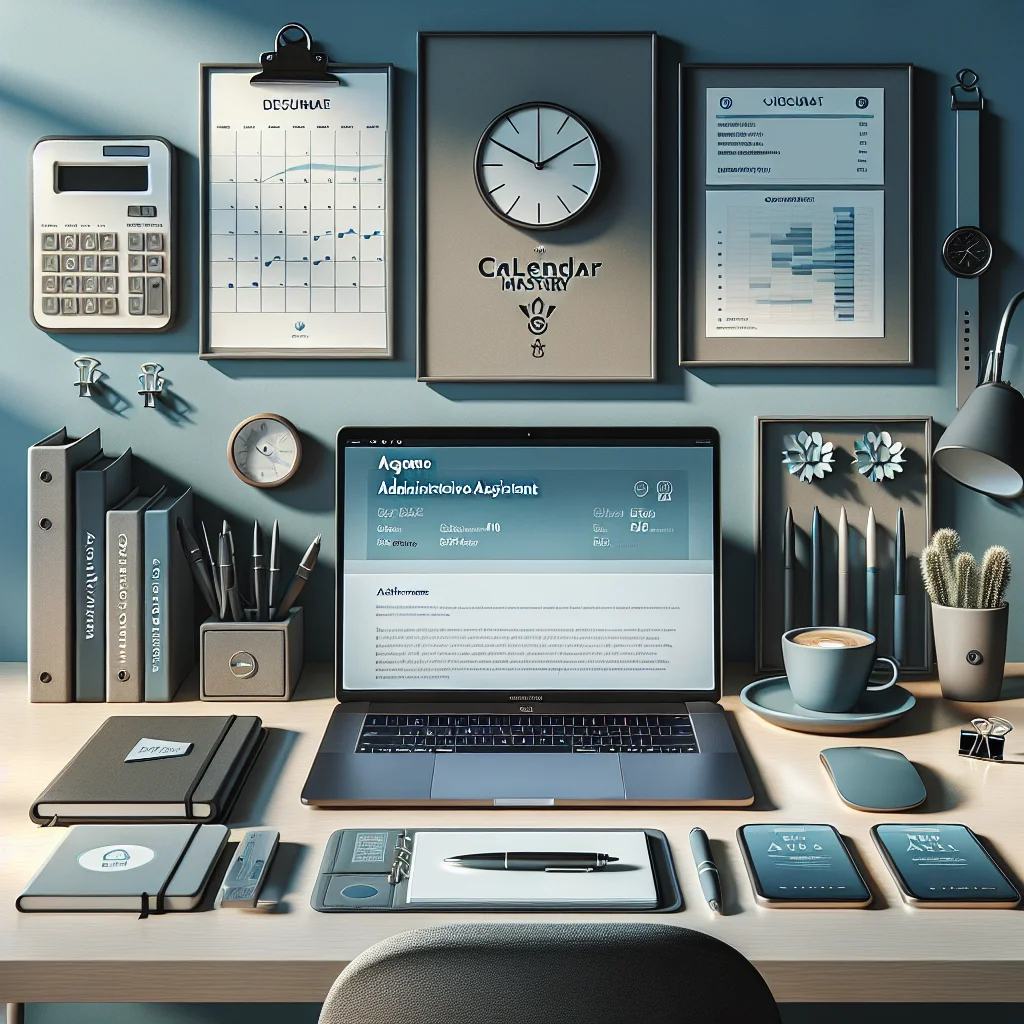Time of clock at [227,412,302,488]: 10:20
